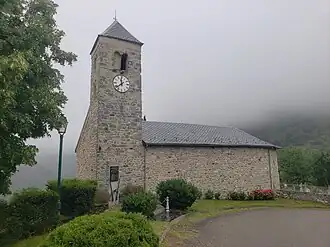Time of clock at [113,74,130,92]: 11:38
